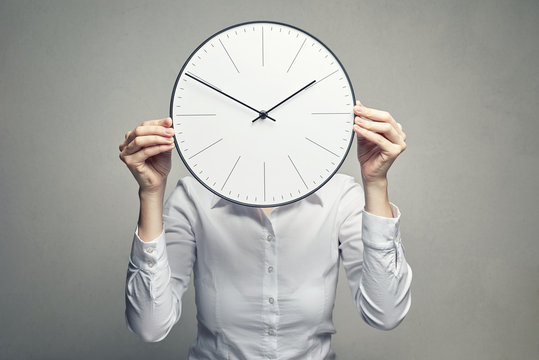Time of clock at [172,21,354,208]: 1:50
